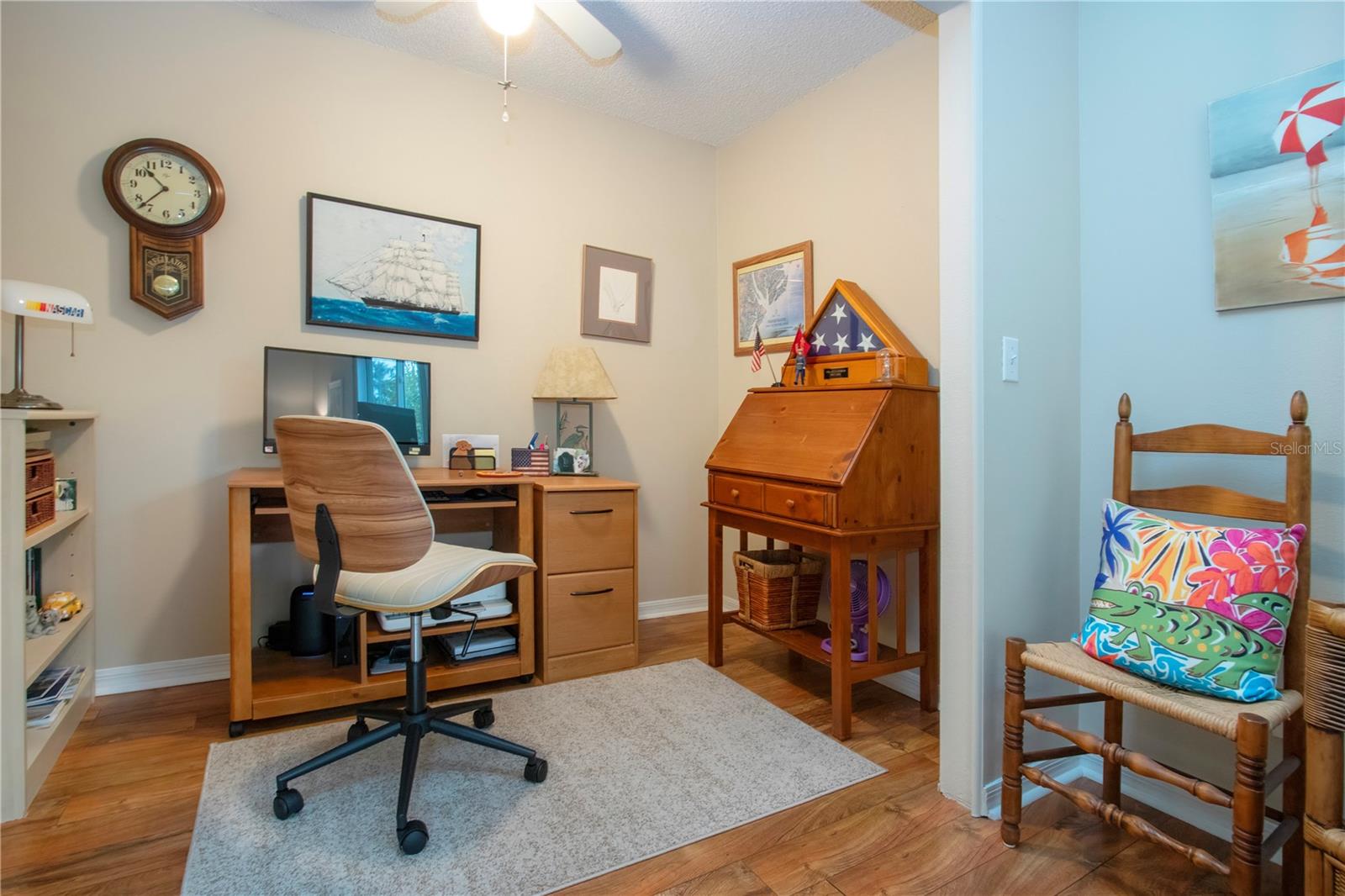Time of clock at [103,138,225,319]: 10:37
